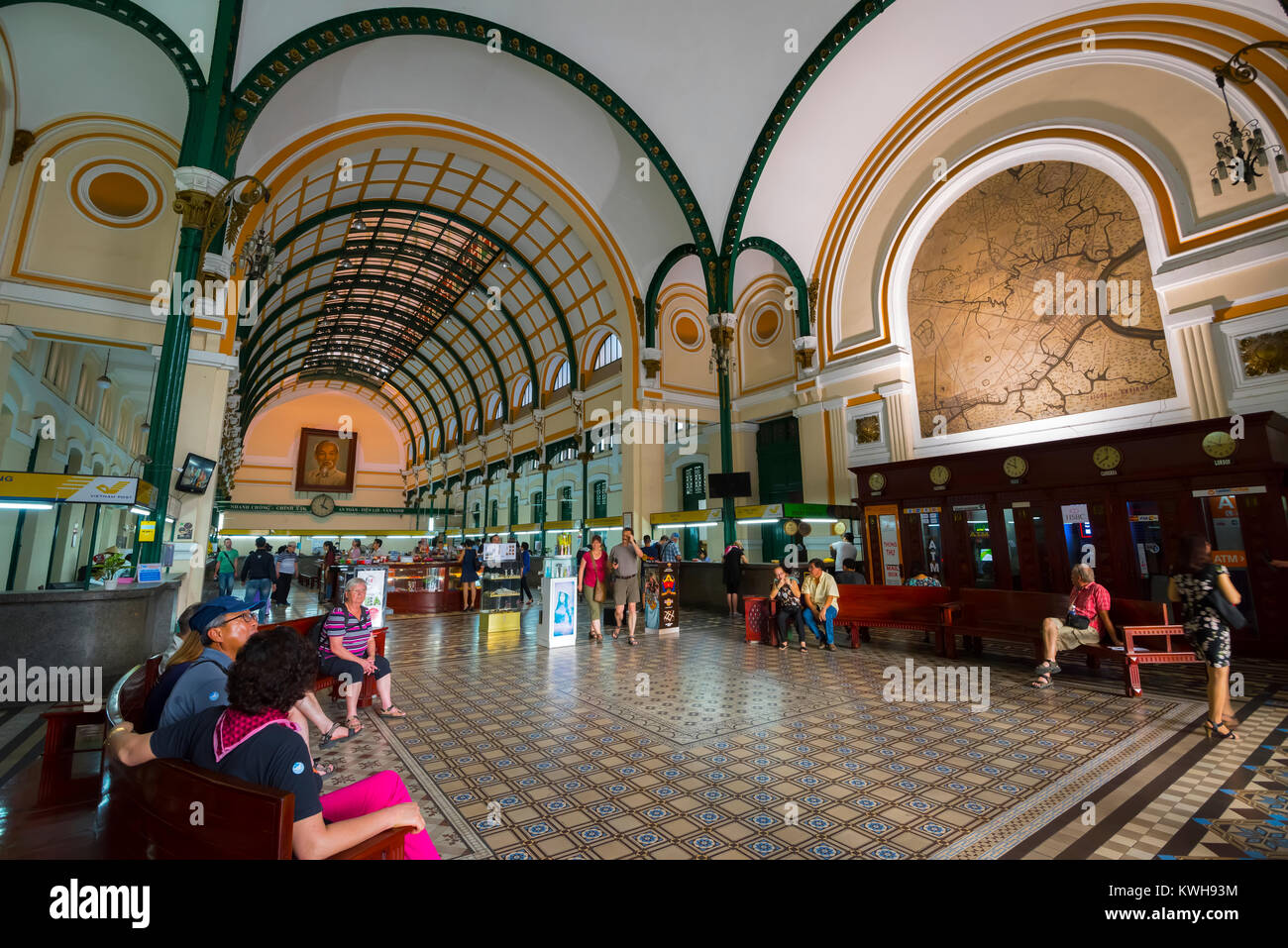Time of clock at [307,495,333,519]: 4:02
